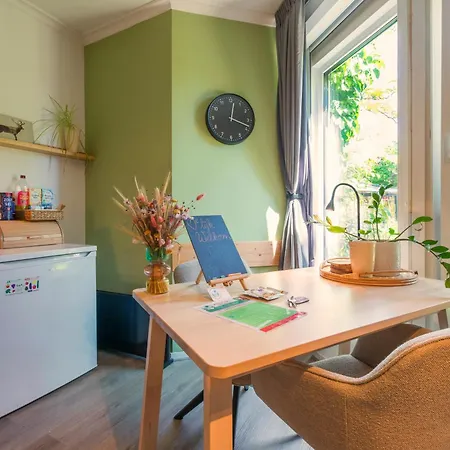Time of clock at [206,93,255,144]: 12:18
